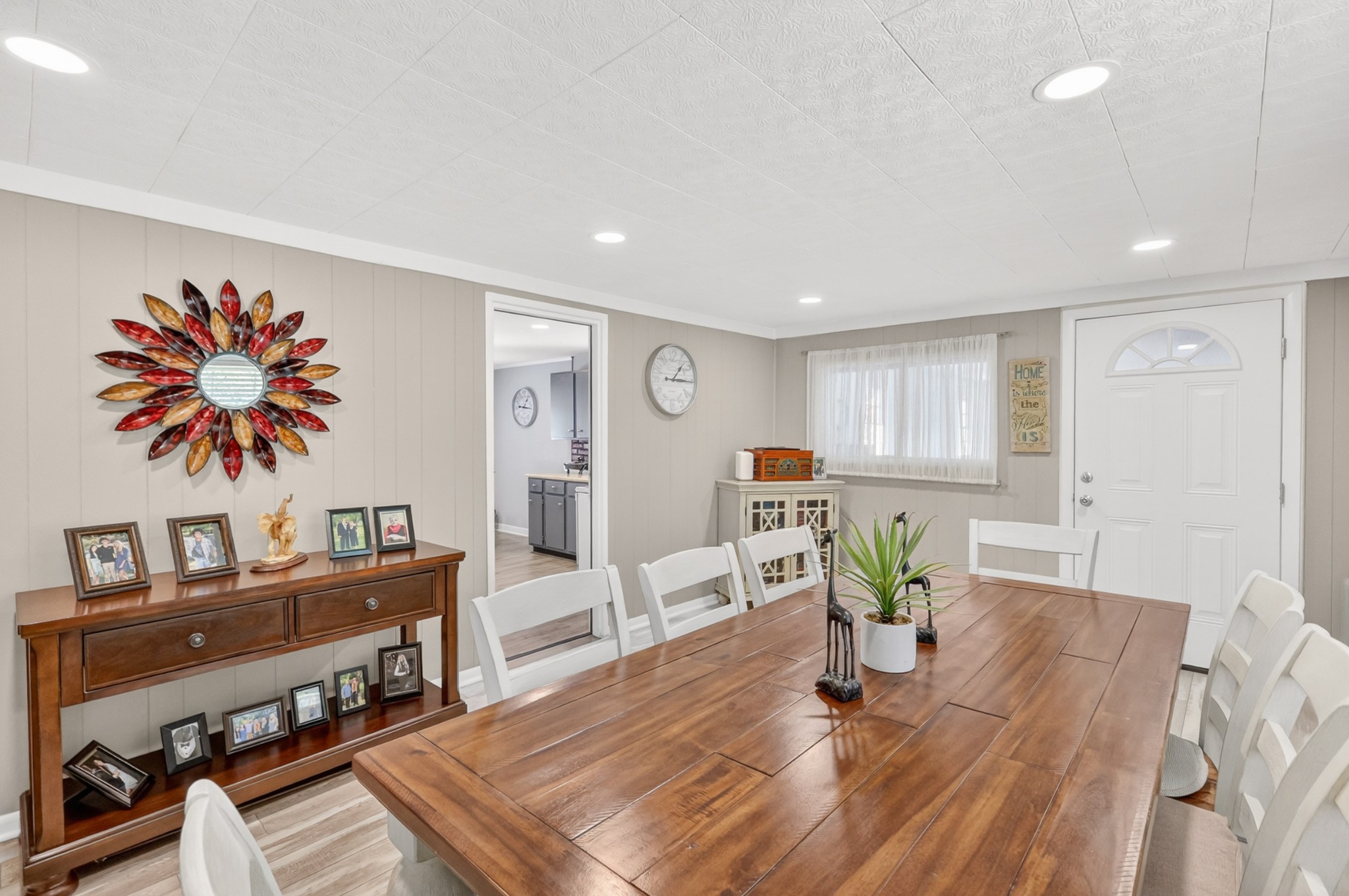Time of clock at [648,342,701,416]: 1:15
